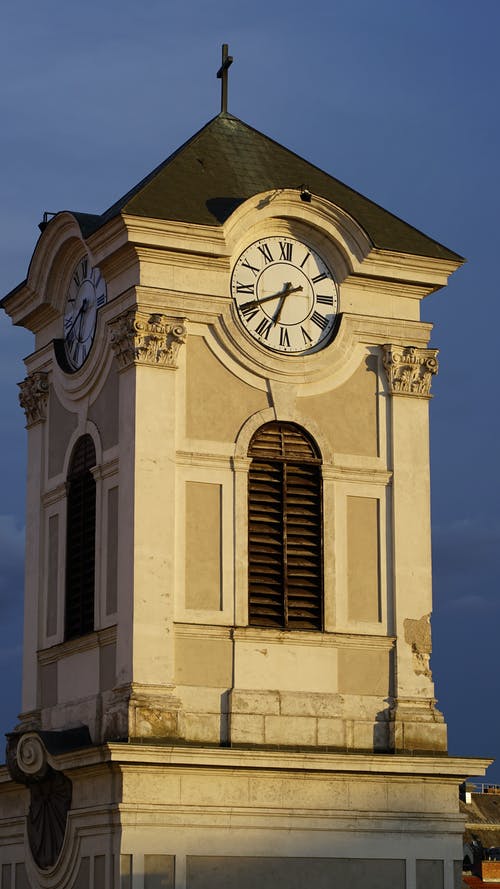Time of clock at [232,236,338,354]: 6:41
